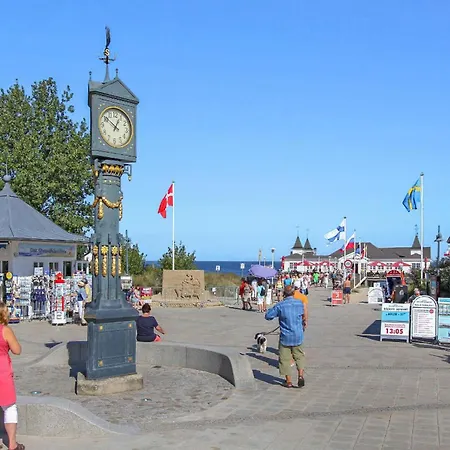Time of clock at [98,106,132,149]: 12:51
